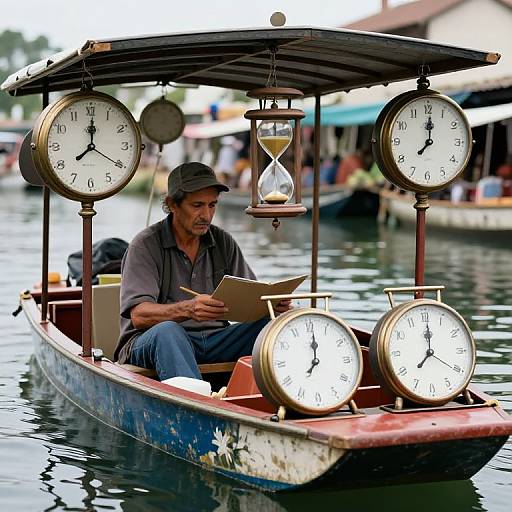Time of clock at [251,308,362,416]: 7:01
